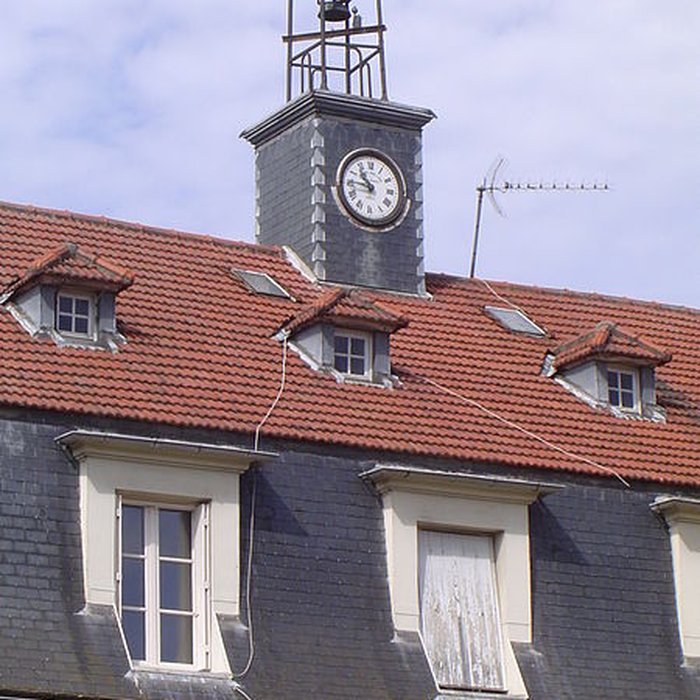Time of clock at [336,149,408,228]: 10:45
